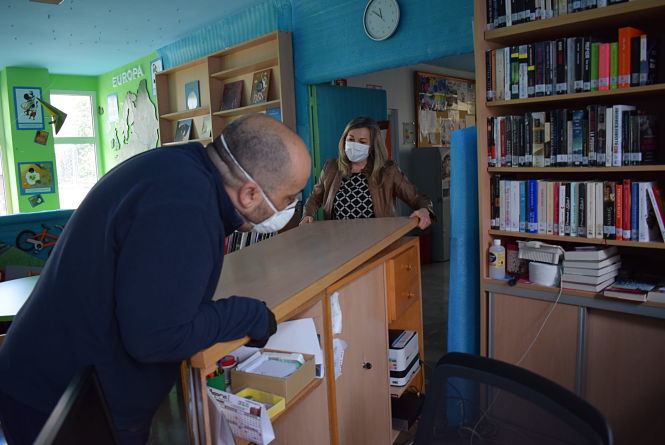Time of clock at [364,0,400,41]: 11:52
